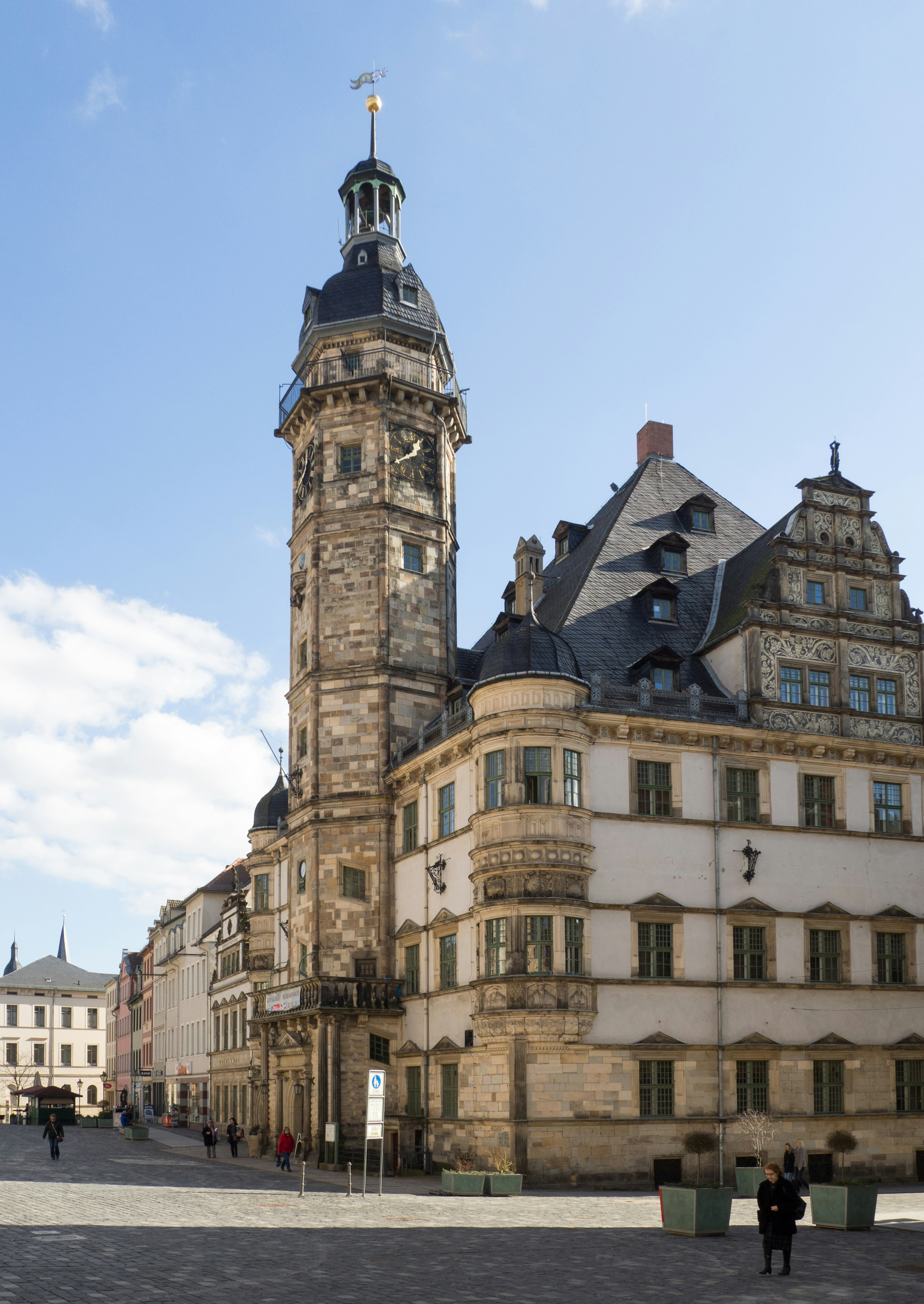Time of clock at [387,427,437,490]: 12:39
